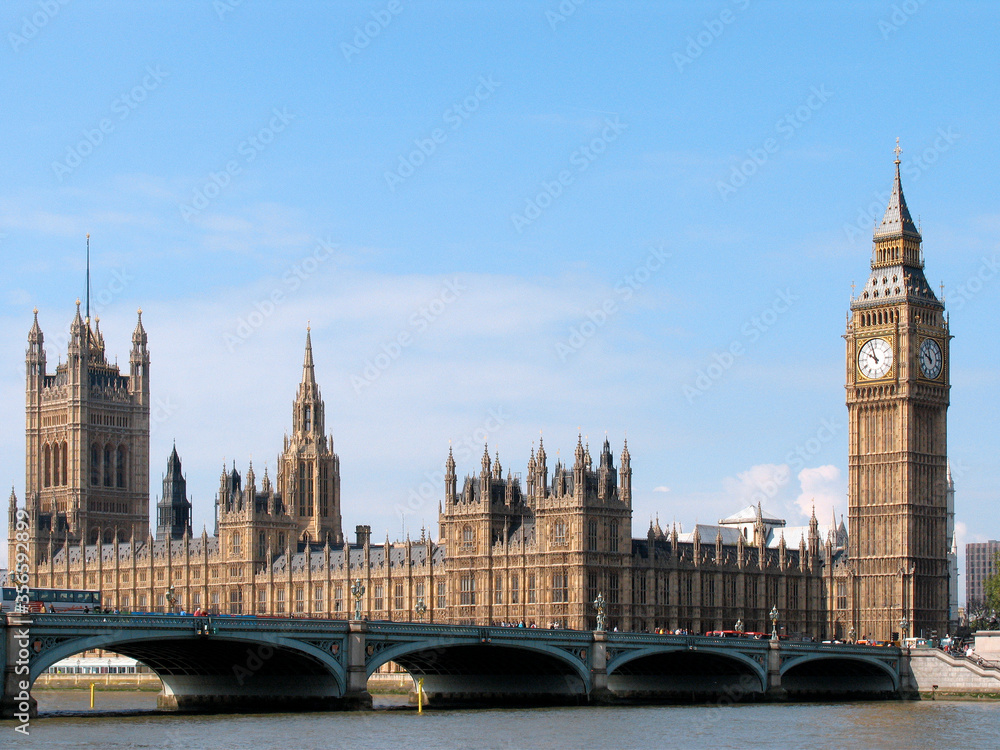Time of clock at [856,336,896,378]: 9:56
